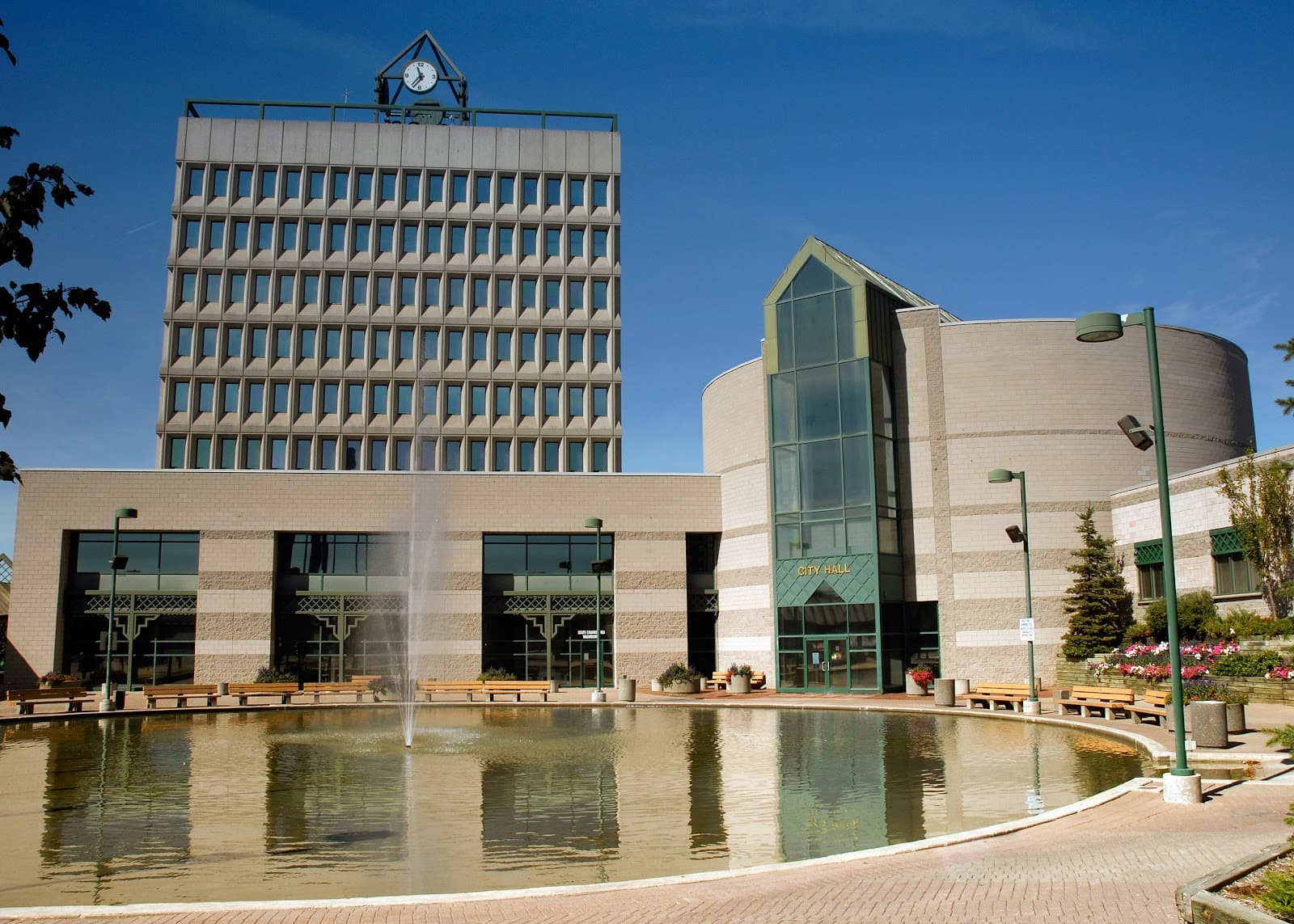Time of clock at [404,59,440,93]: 11:36
